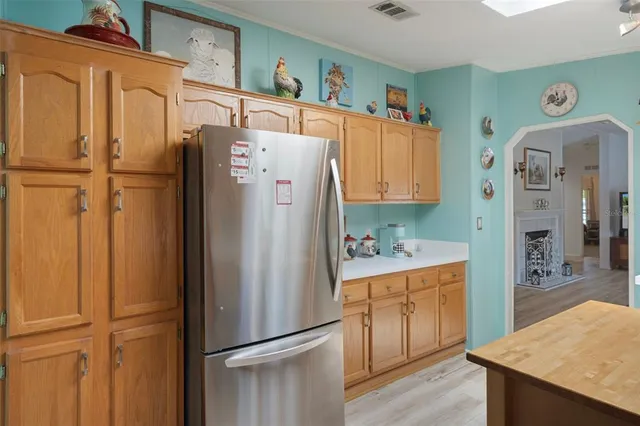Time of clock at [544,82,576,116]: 11:42
